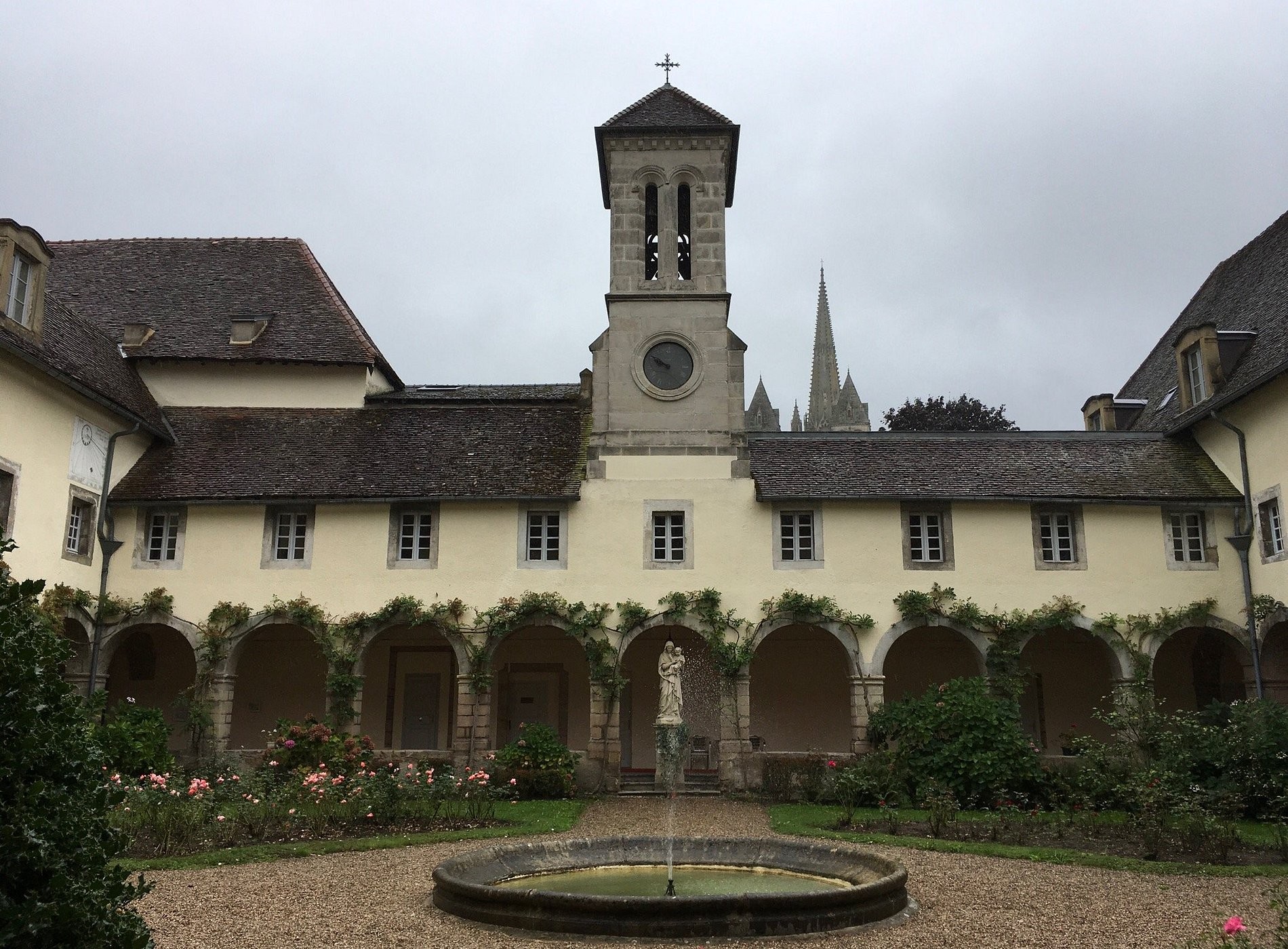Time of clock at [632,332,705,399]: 9:50
